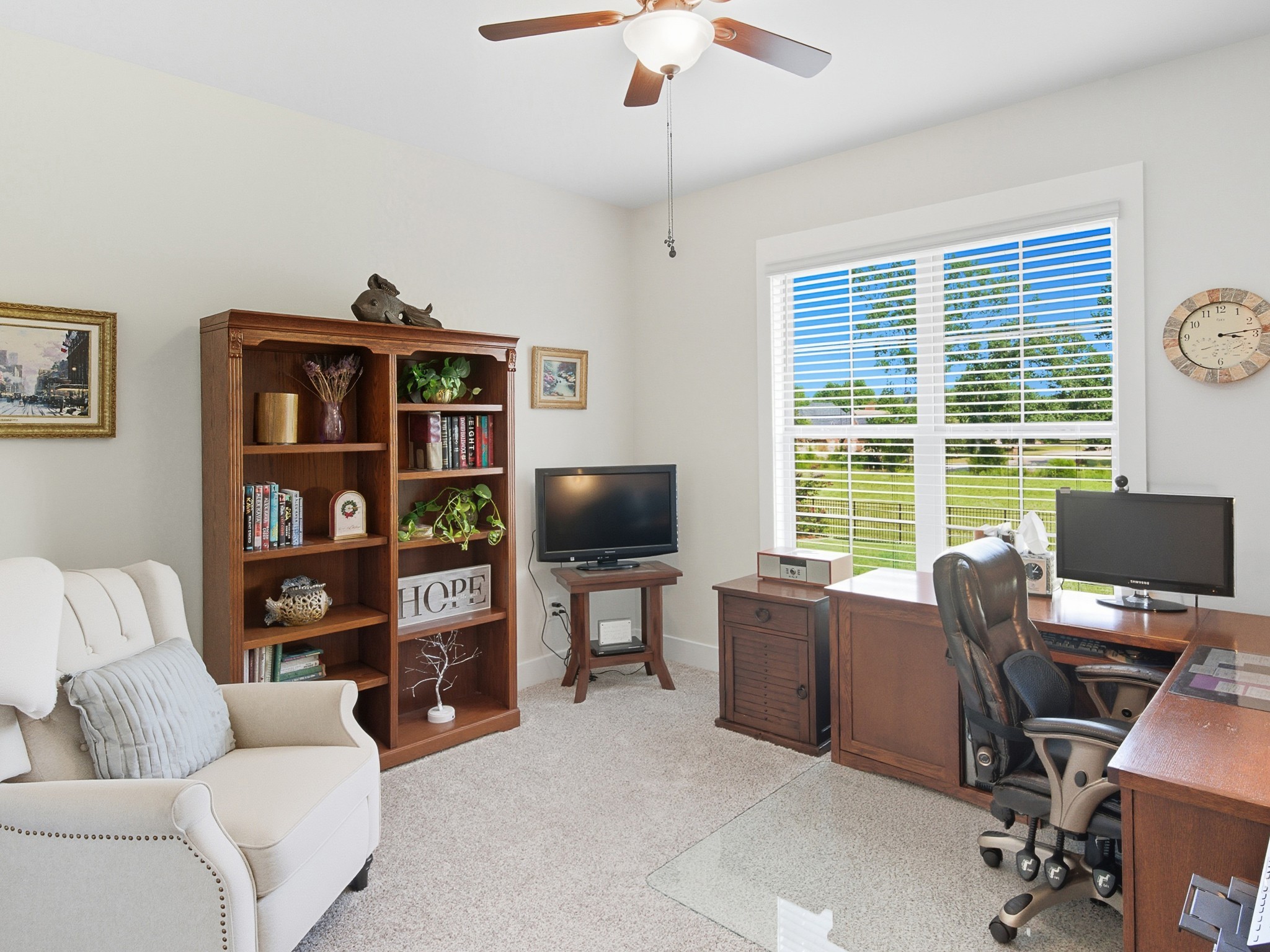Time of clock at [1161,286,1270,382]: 3:13
